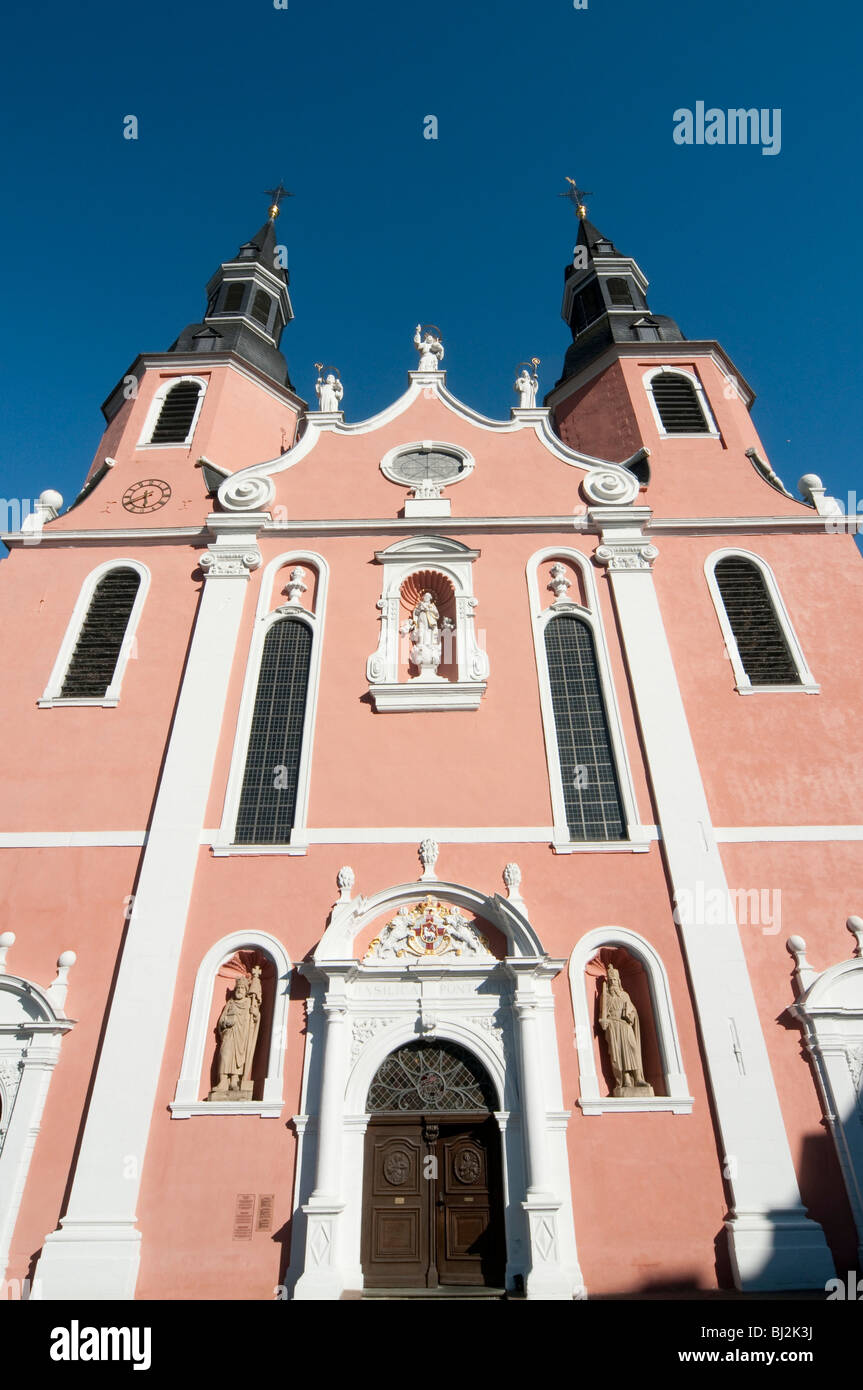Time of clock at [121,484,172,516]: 5:40
